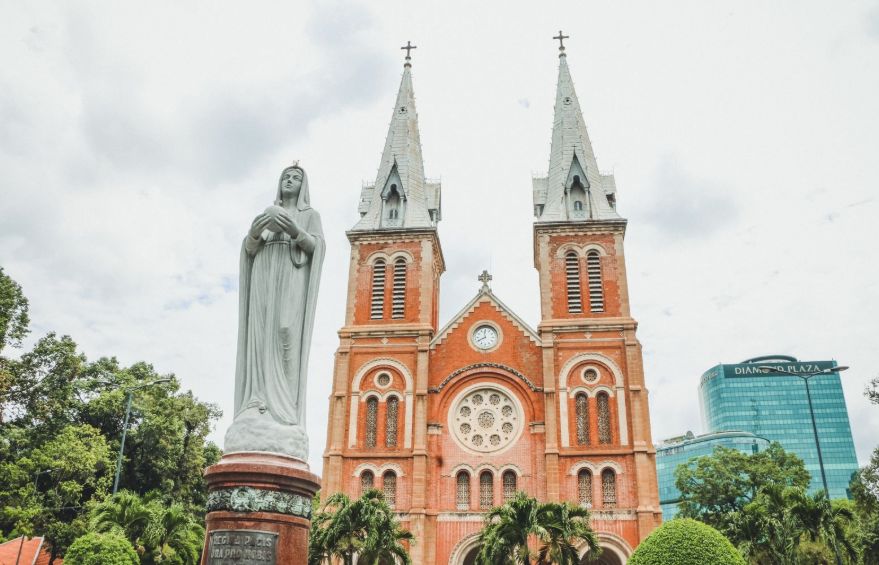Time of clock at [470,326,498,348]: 11:40
